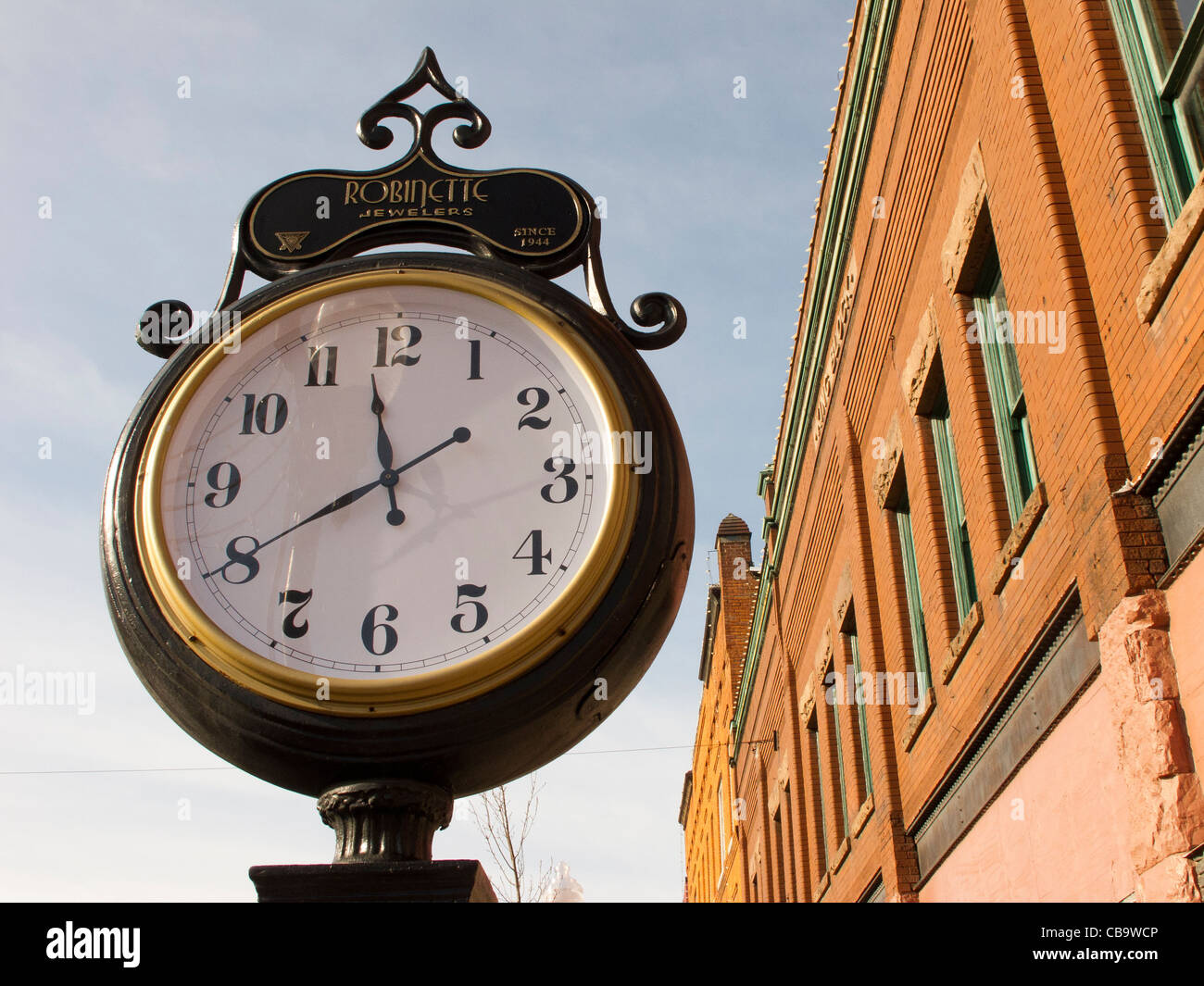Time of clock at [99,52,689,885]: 11:40
